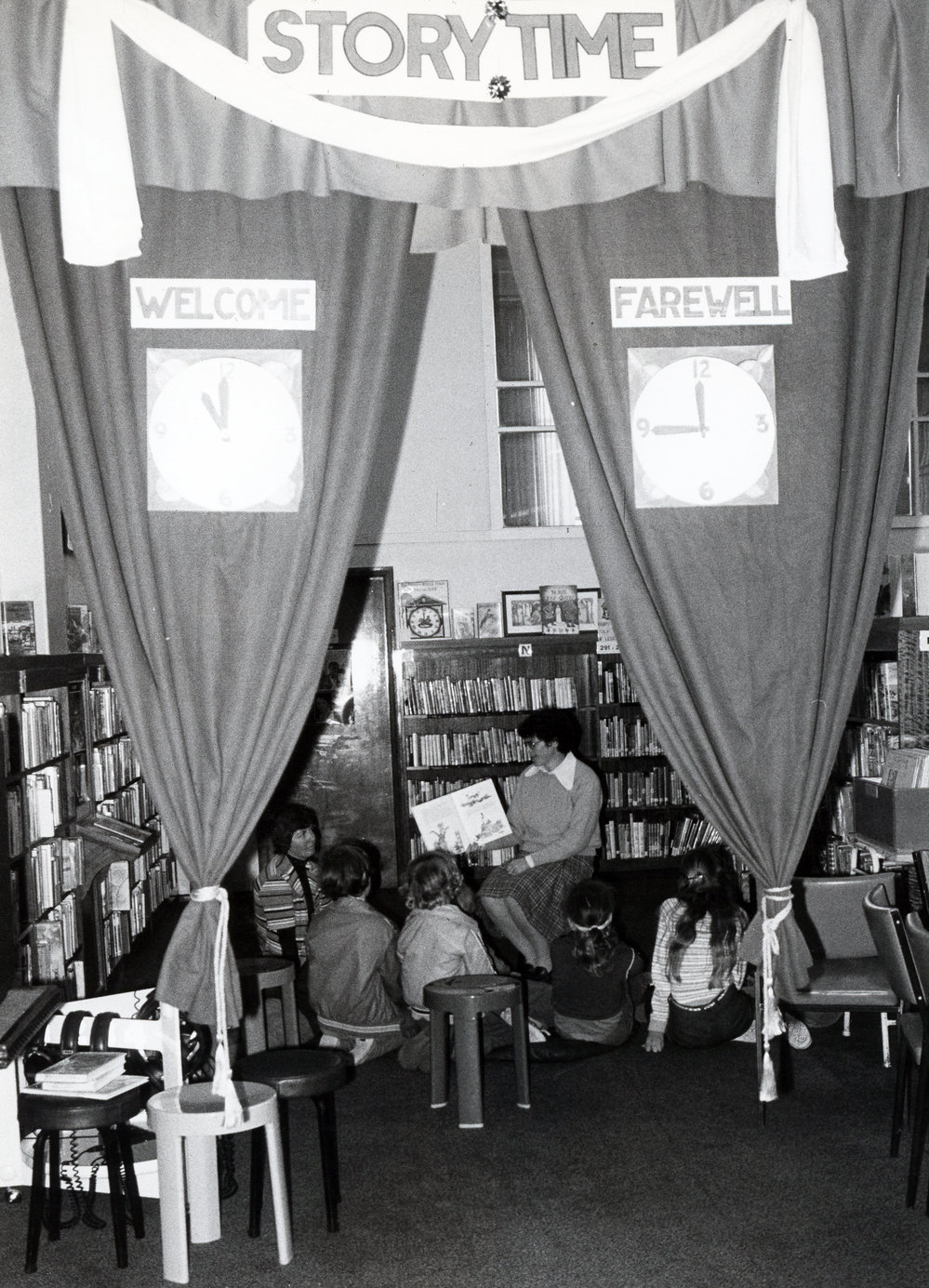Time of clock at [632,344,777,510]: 11:44
